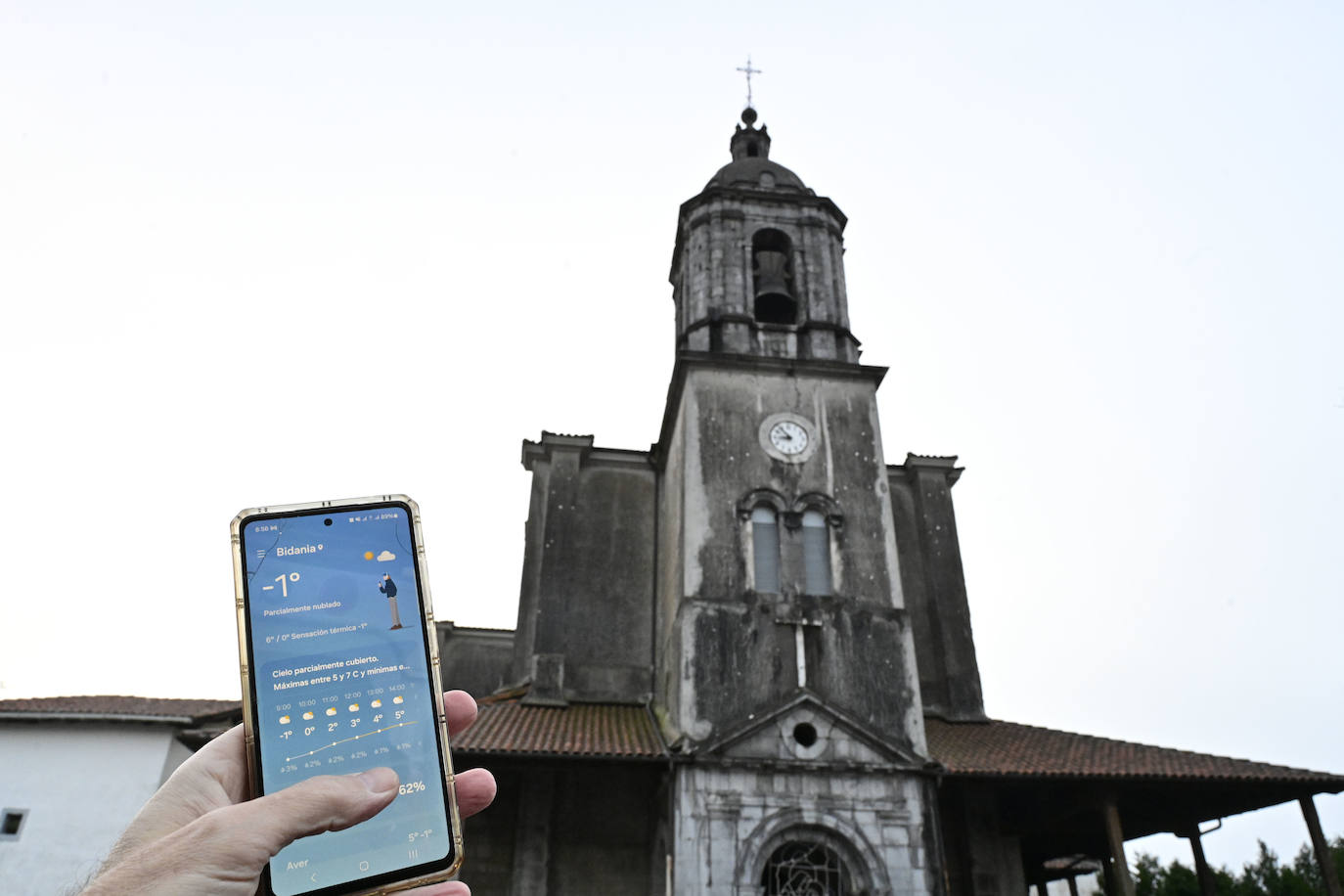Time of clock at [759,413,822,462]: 8:53
